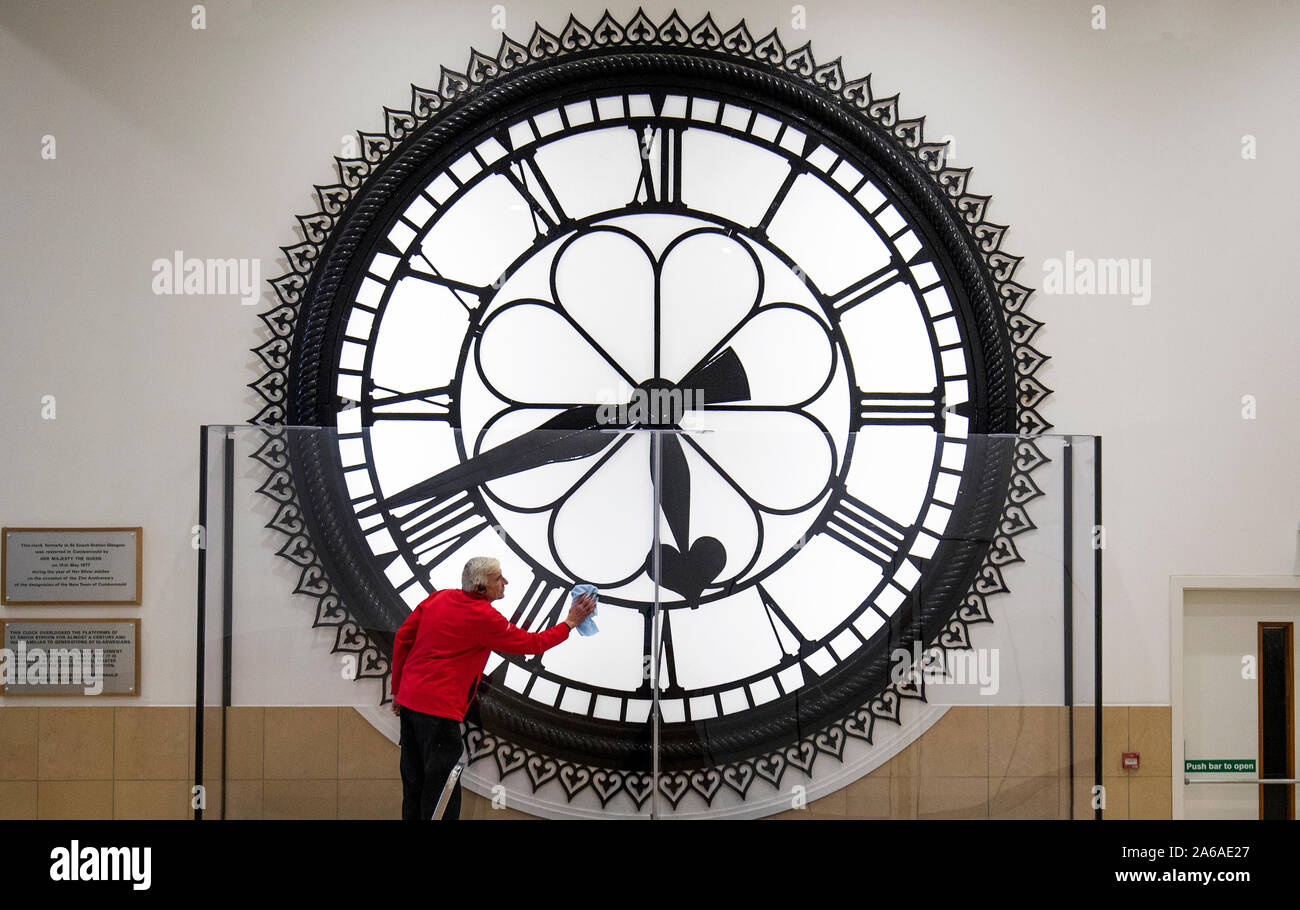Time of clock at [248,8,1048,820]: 5:42
